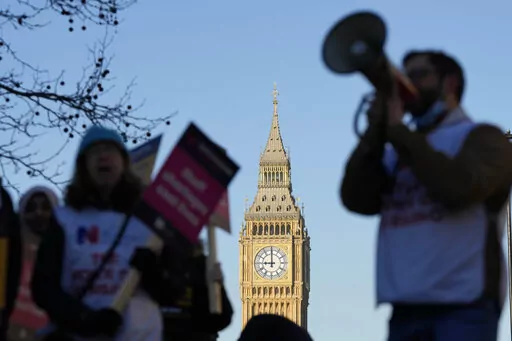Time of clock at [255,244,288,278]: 8:59
